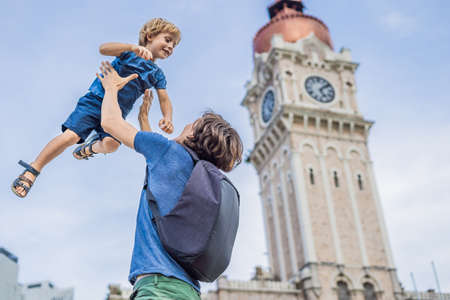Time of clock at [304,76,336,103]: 5:08
